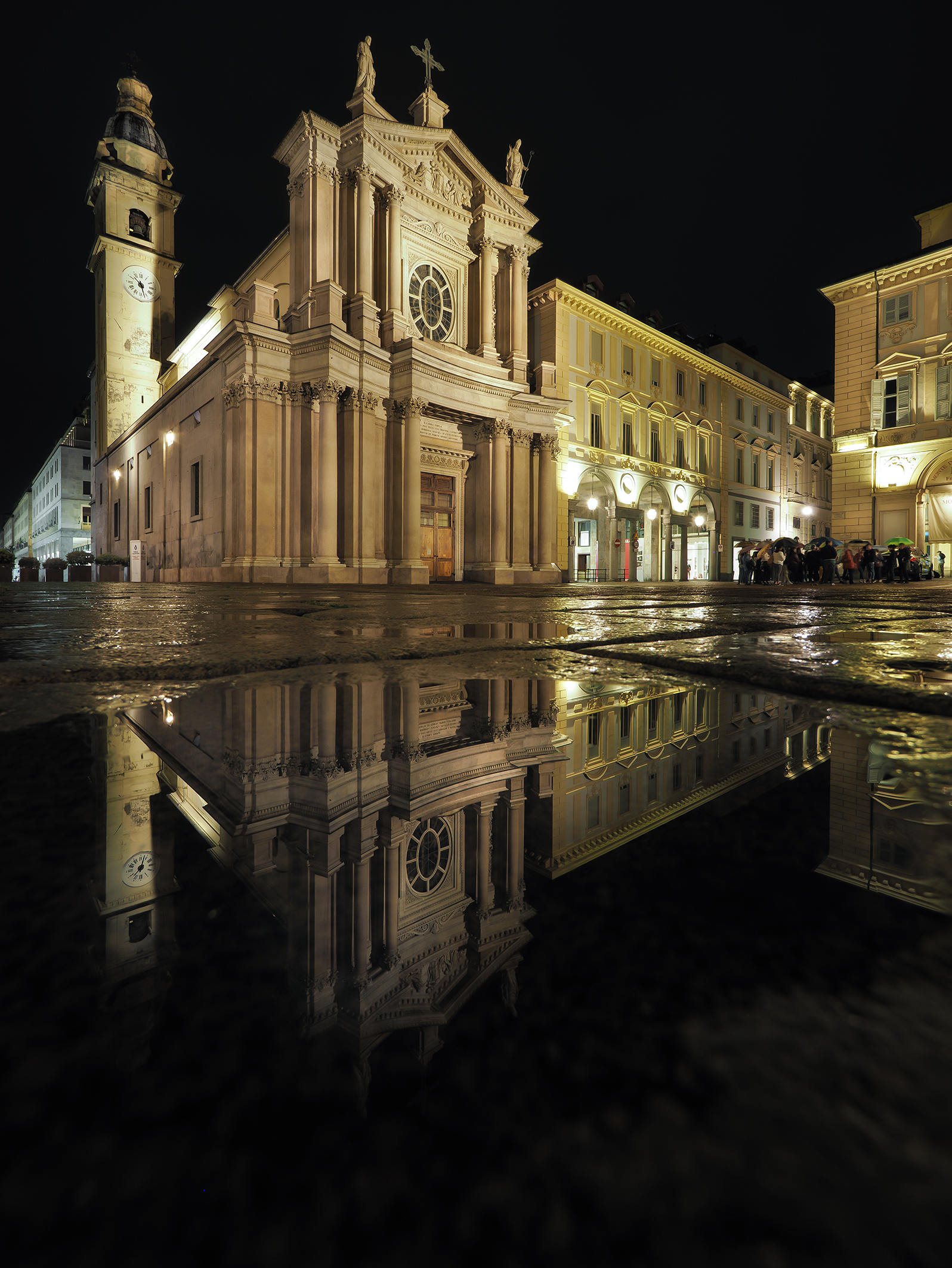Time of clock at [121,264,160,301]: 10:27
